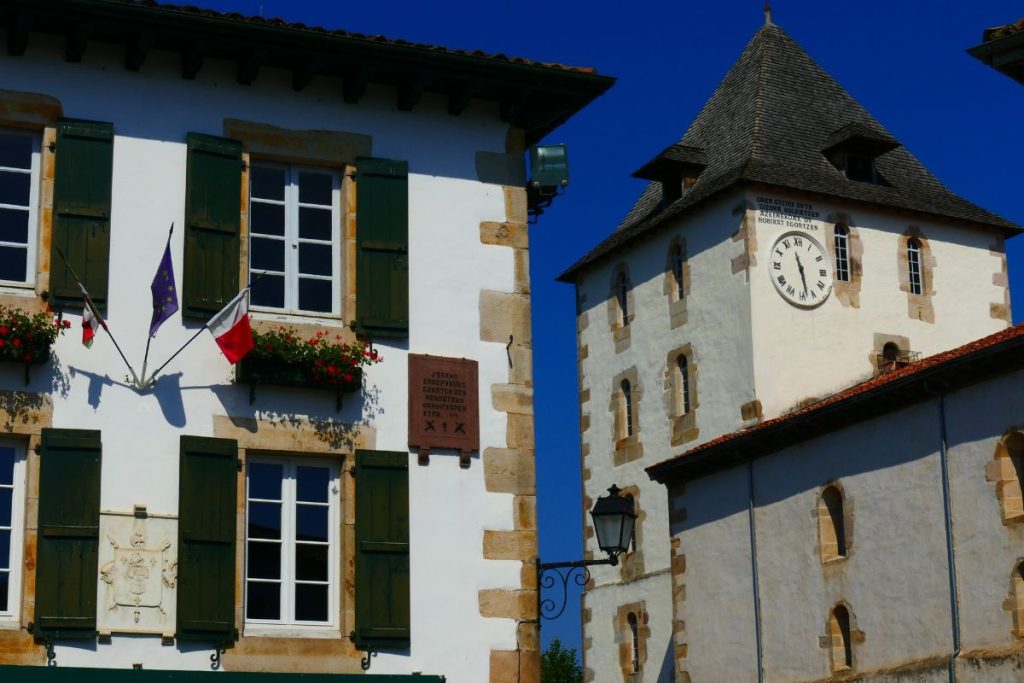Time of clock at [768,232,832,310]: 11:28
